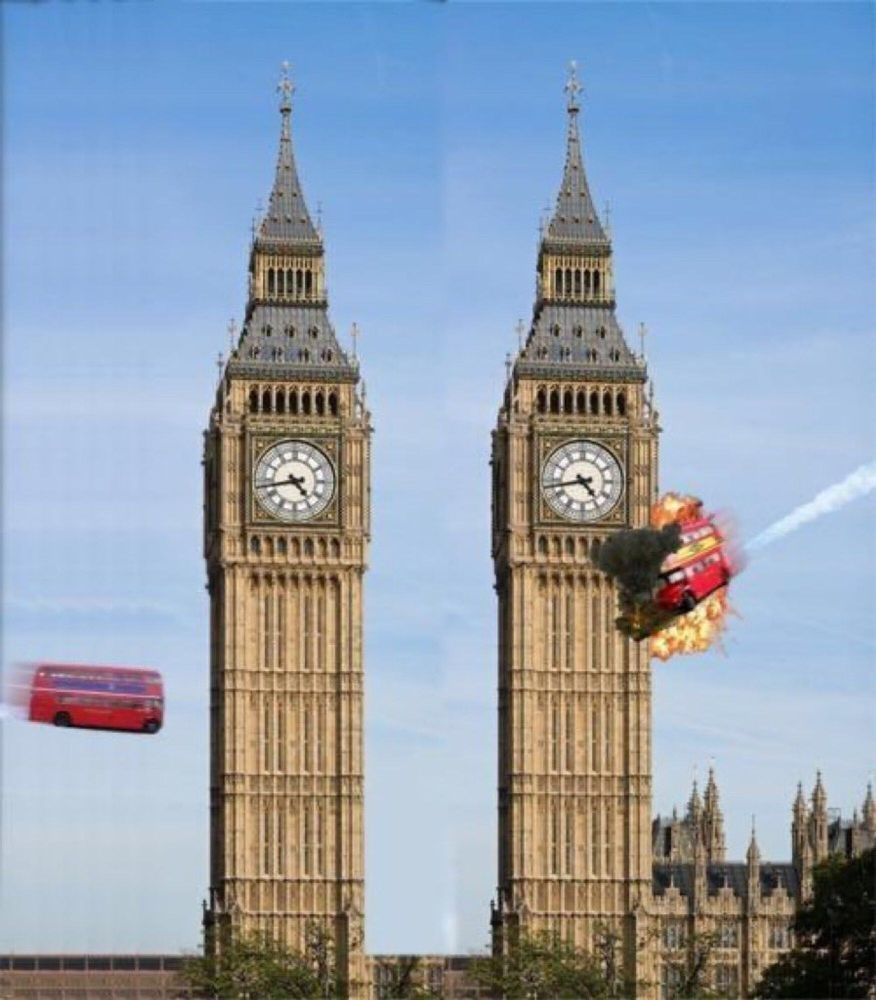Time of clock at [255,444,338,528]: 4:43
